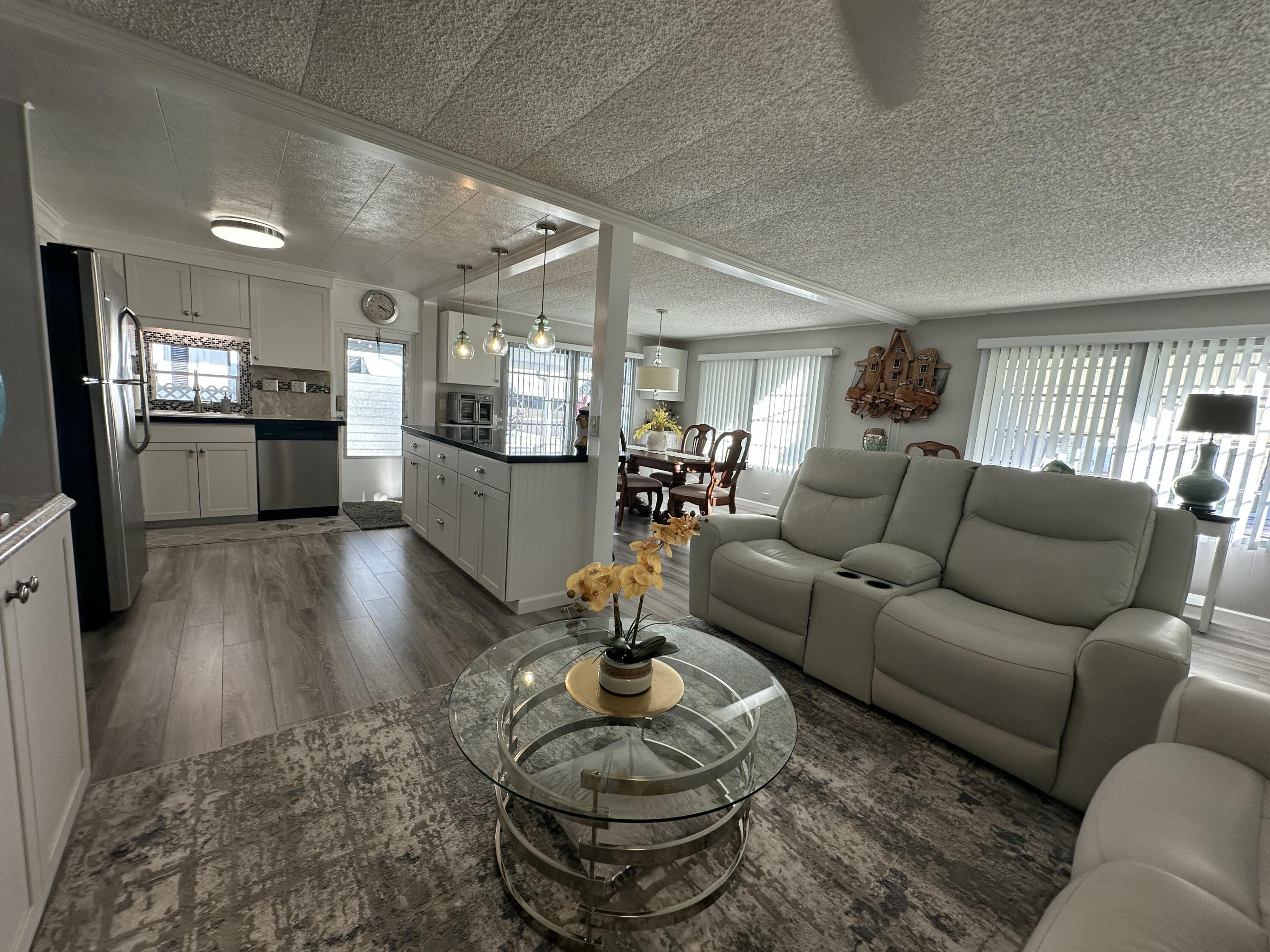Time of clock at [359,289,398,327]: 4:18
